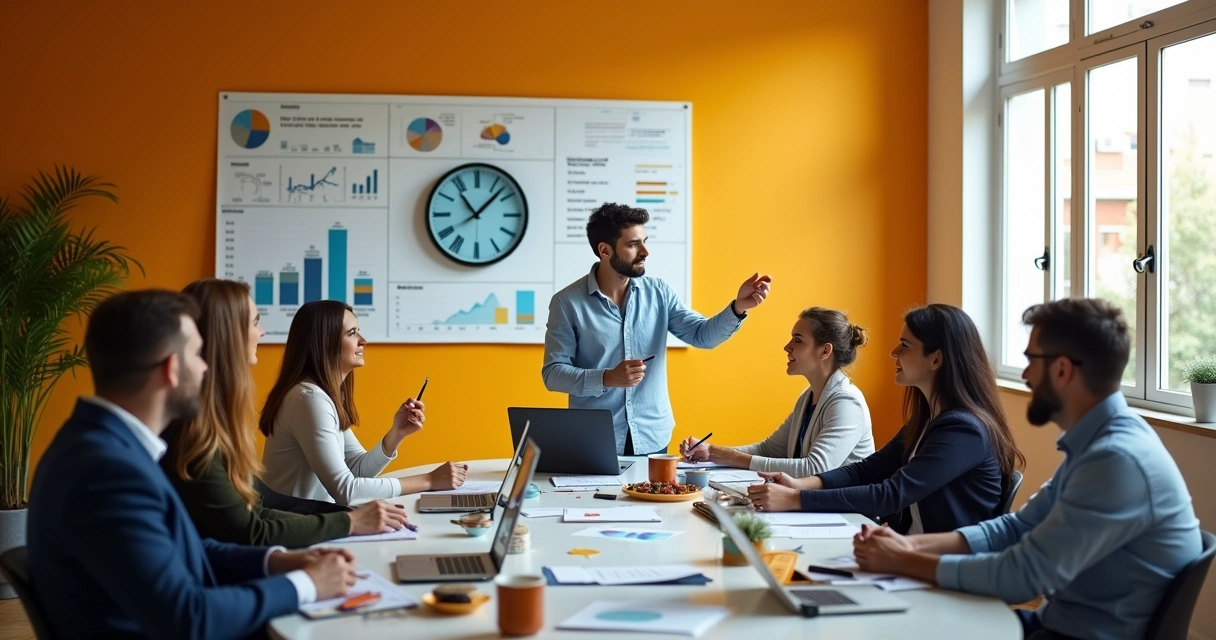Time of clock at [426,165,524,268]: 11:07
